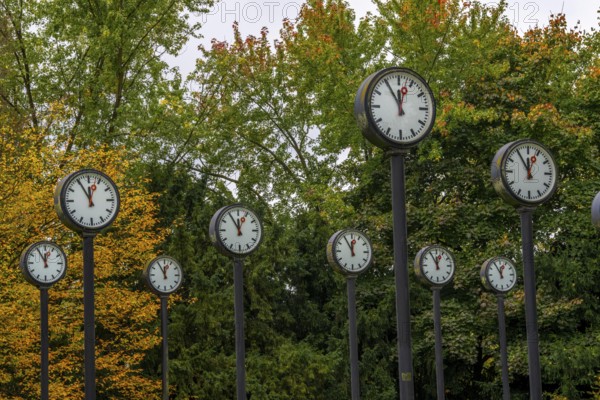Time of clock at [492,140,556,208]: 11:54
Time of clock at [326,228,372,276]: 11:54
